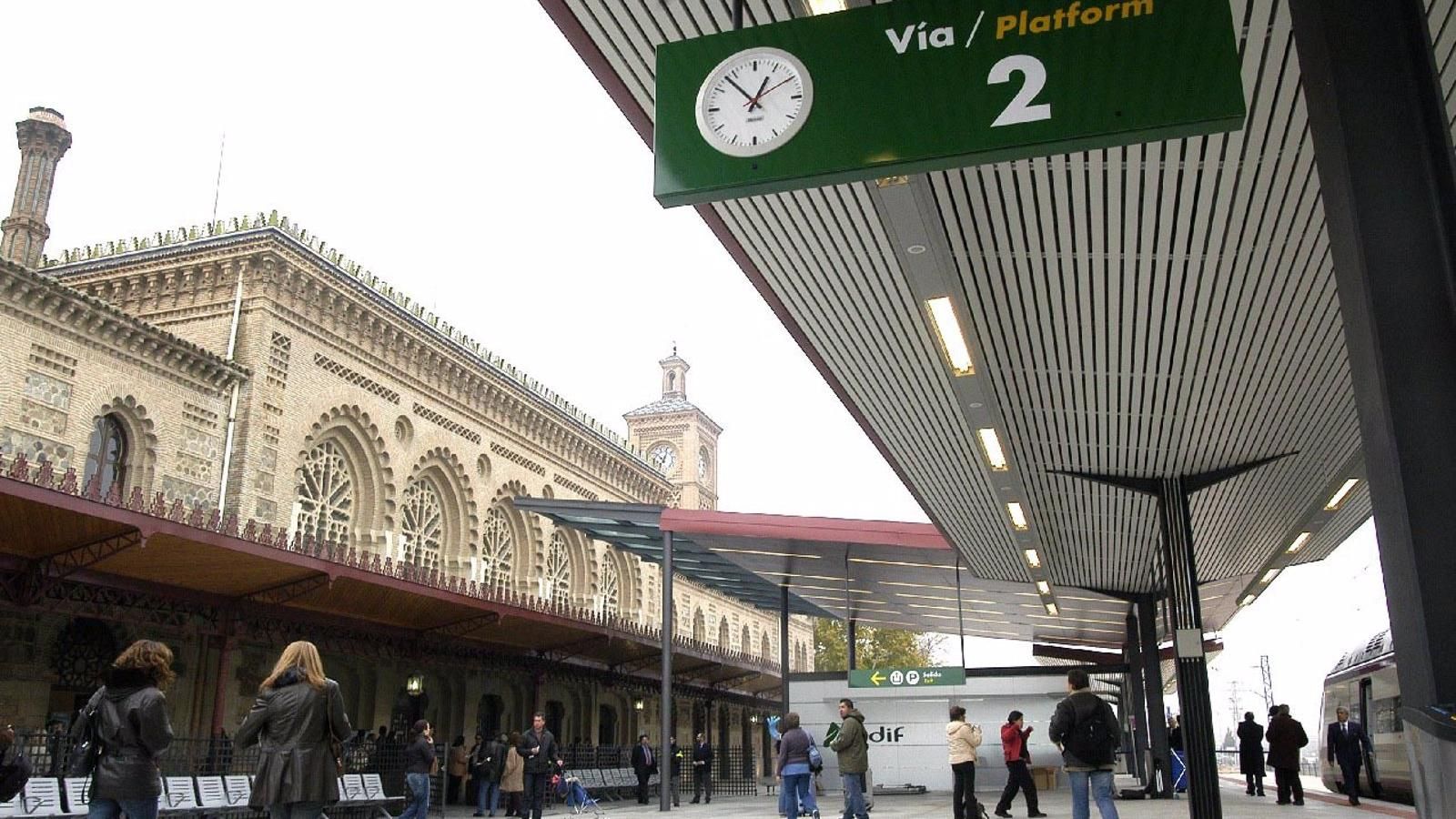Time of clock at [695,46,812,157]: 12:53
